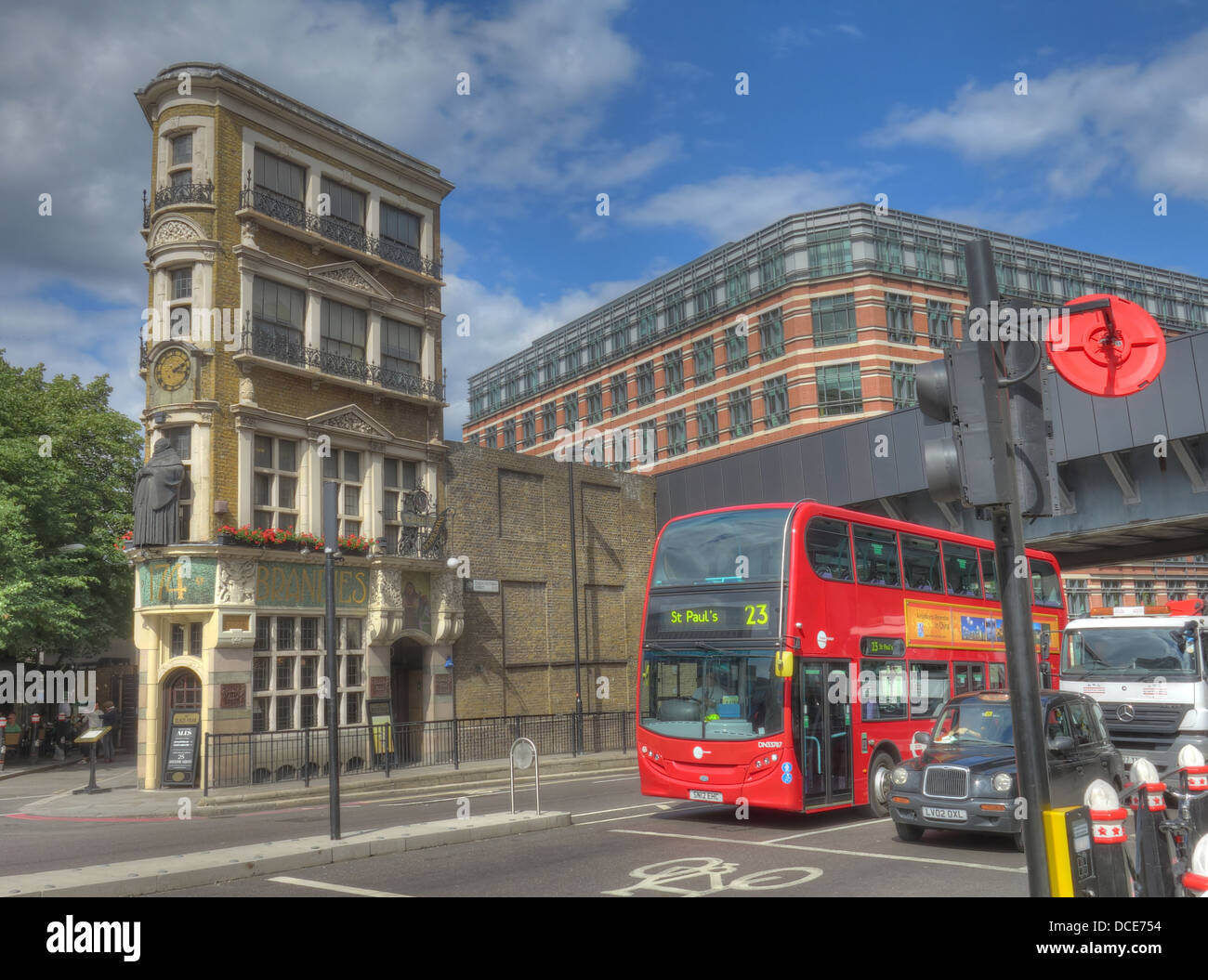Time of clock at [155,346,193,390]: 2:17
